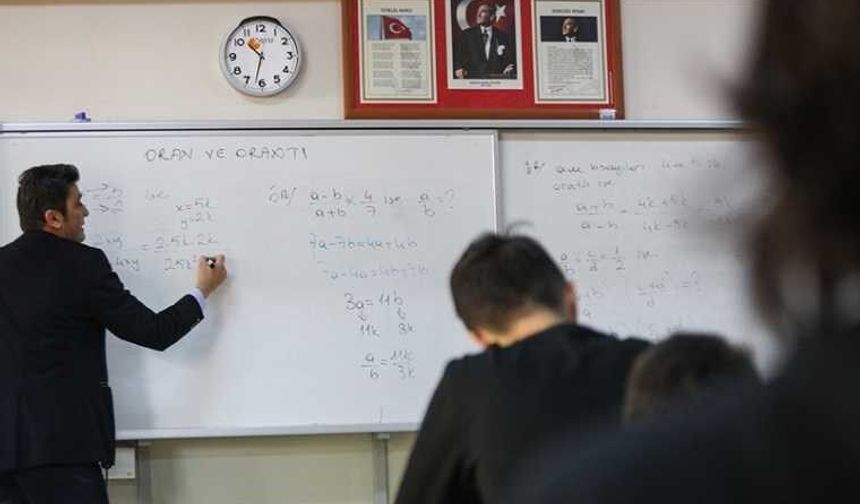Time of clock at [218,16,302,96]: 10:32
